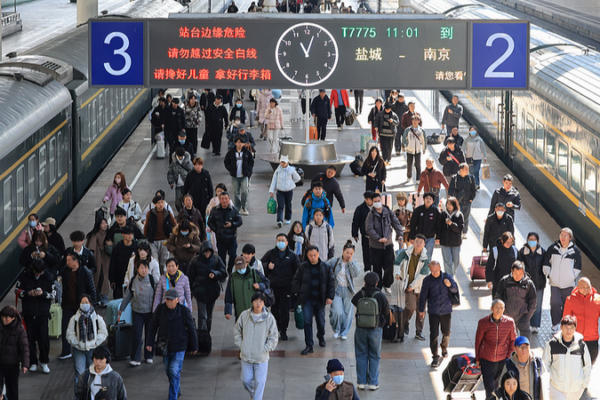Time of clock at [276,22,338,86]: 11:03
